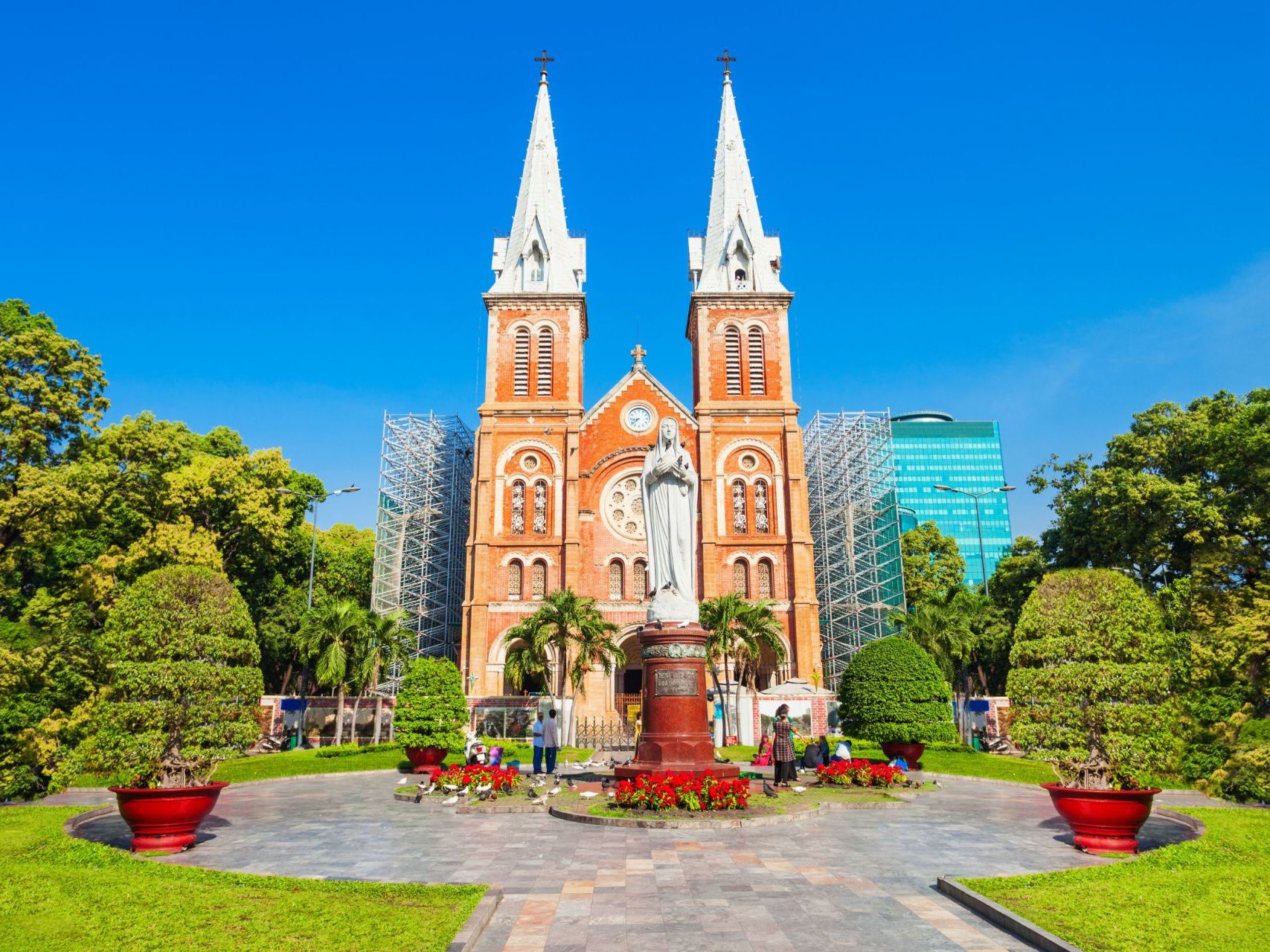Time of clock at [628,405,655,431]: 8:38
